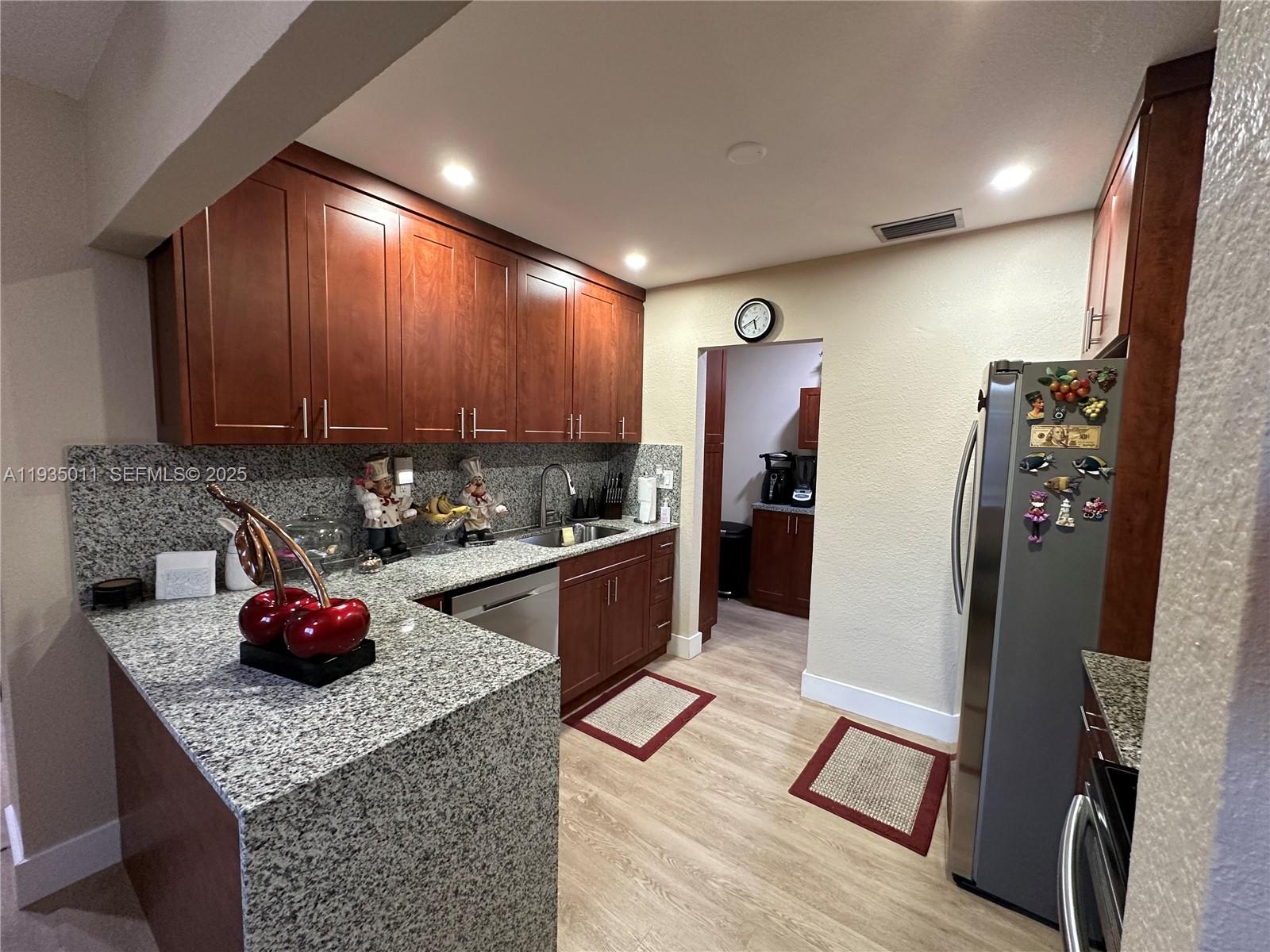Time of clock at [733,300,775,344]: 5:40
